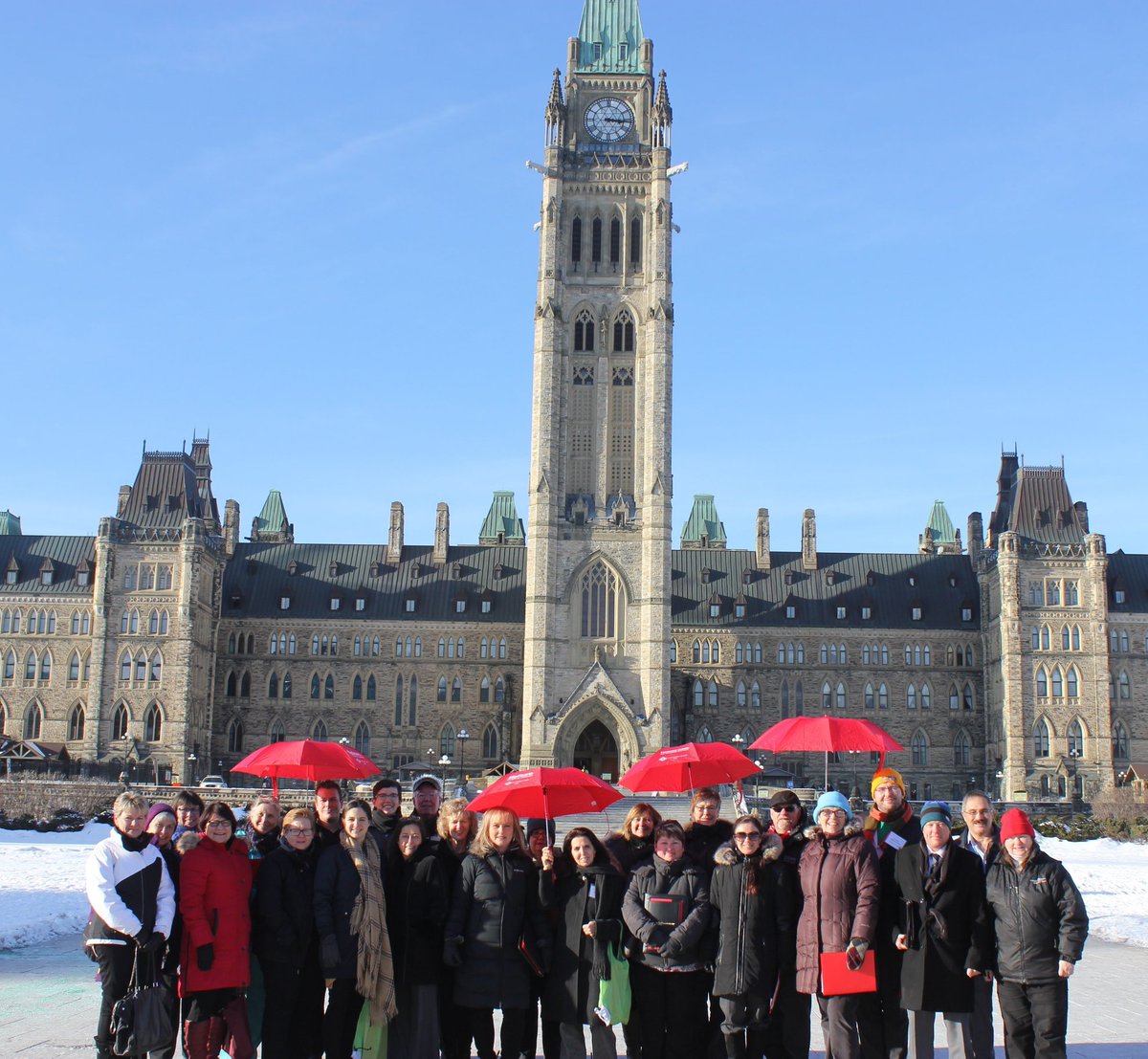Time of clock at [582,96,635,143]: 3:15
